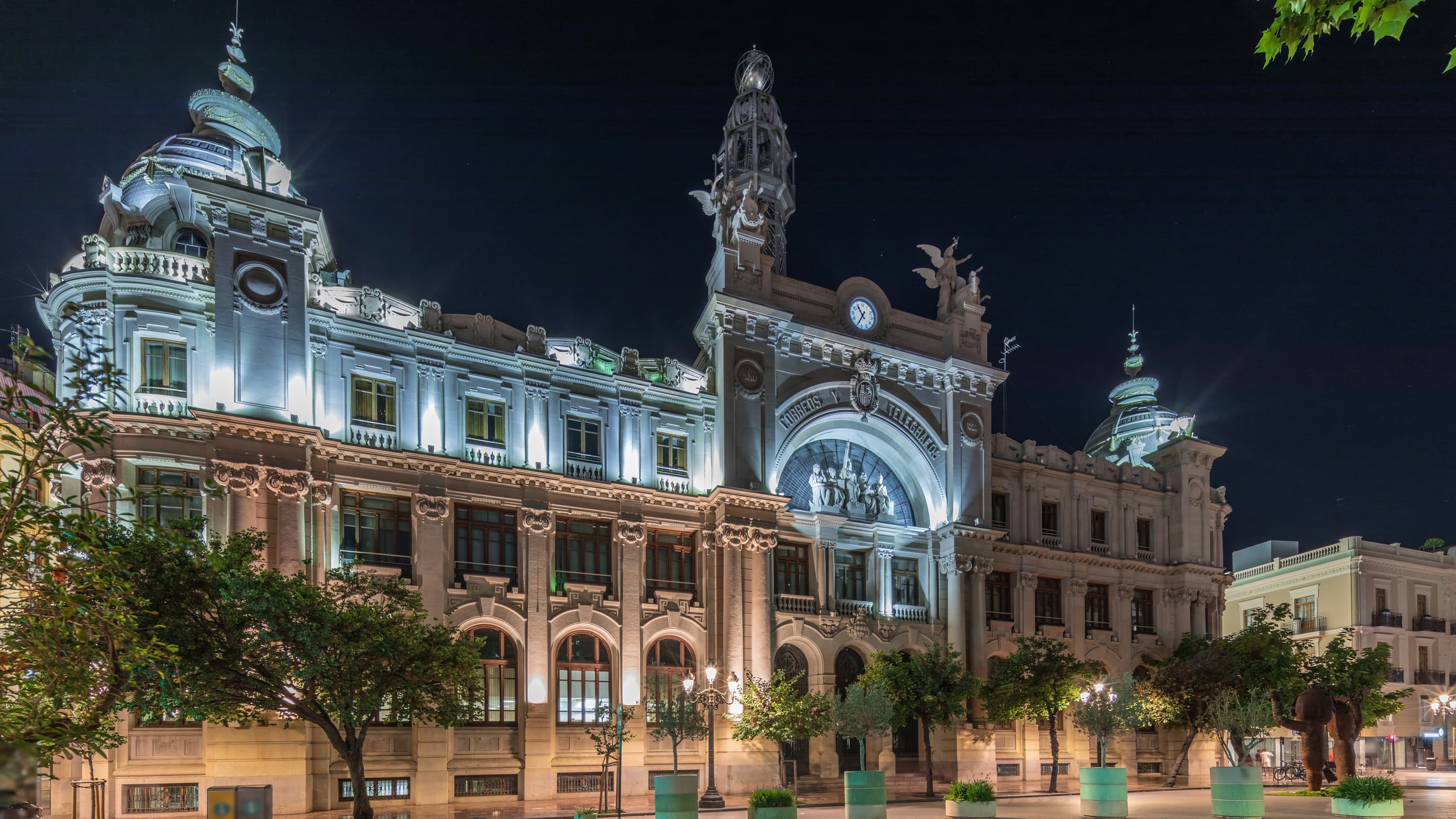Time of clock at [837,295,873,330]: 10:34
